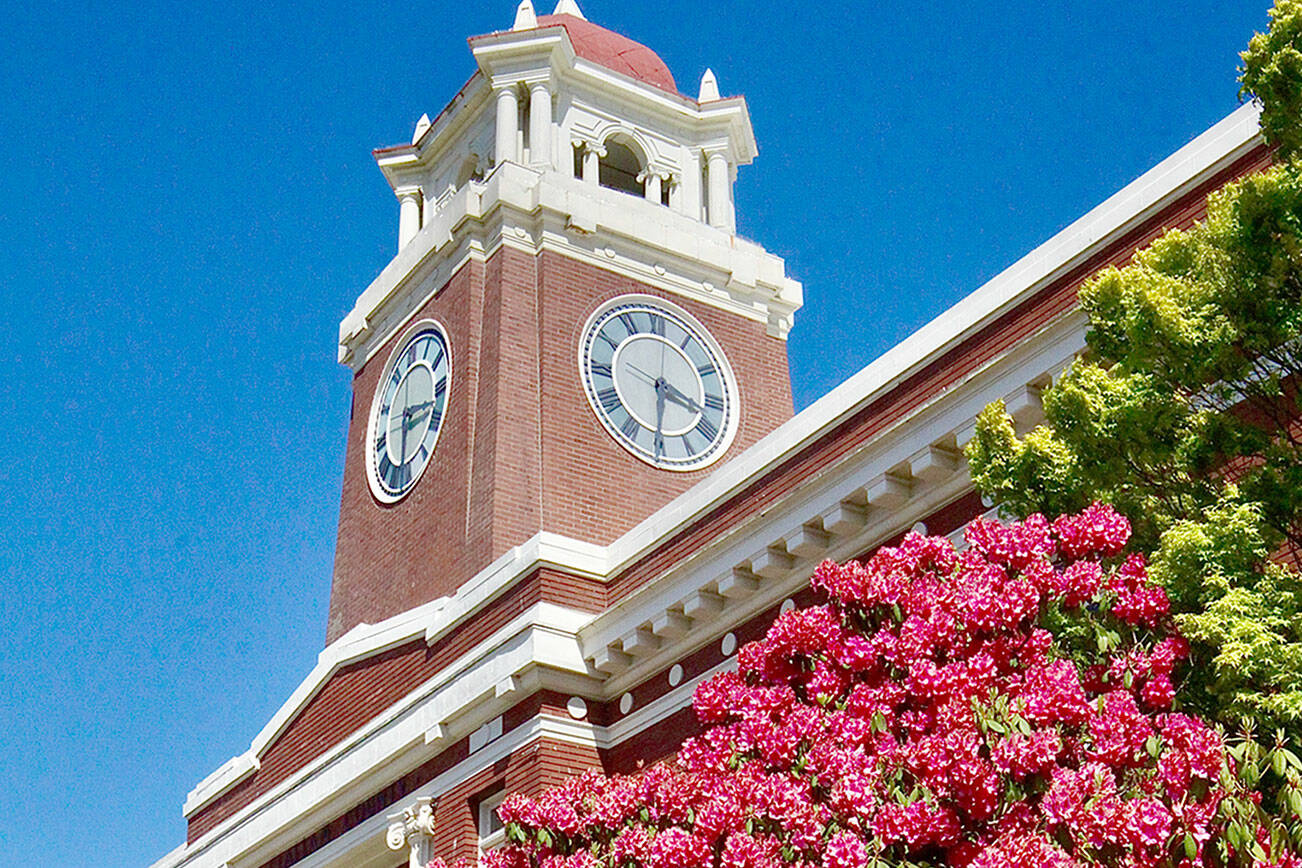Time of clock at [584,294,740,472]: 3:30
